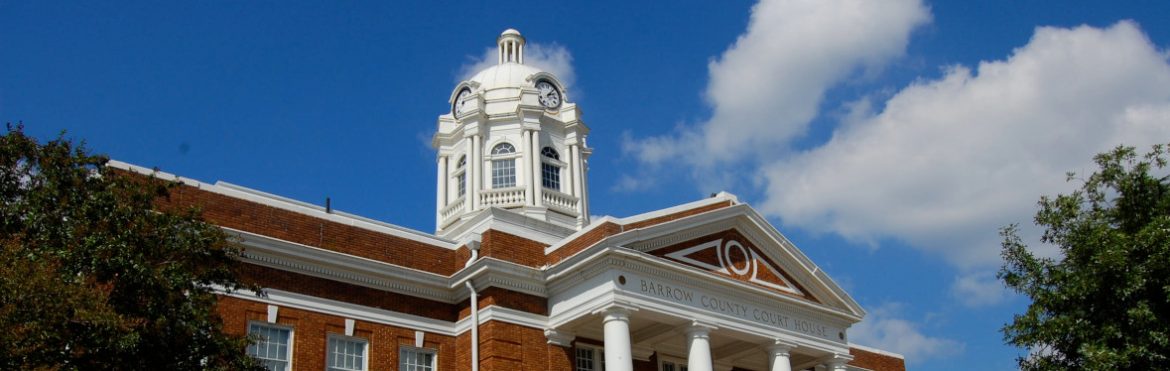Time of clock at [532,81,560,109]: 2:06
